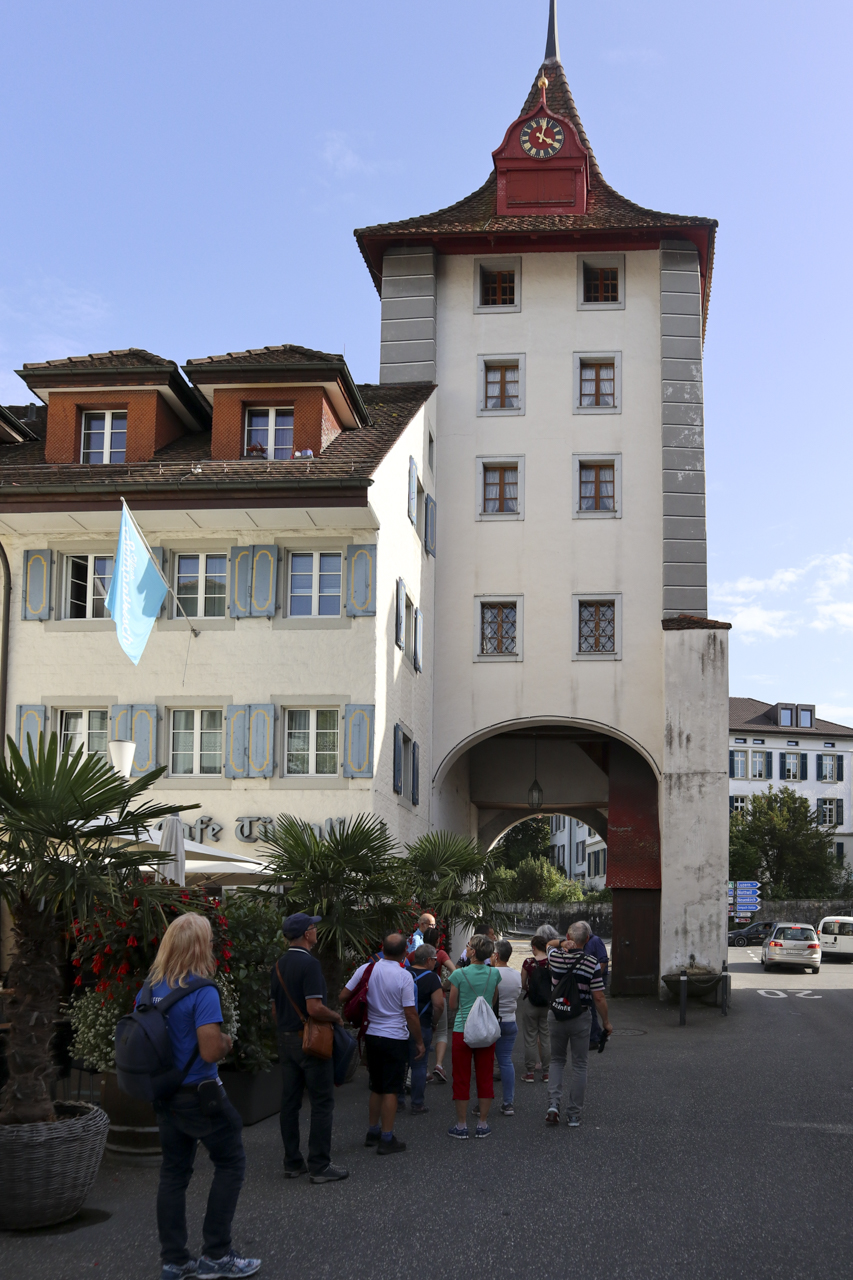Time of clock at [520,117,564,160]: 4:02
